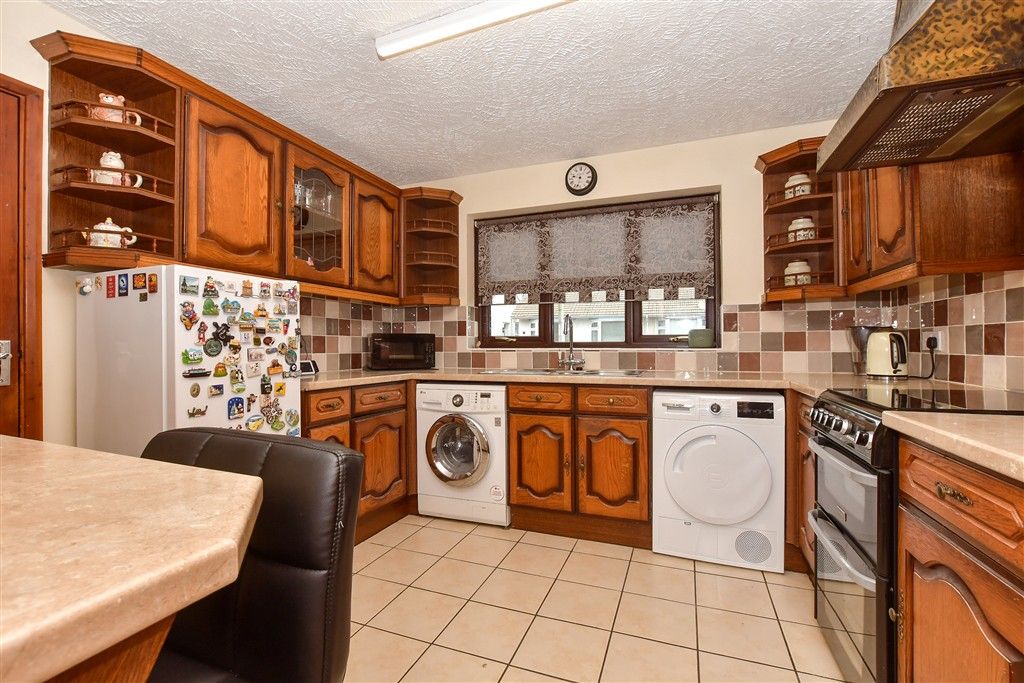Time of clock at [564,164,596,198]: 9:32
